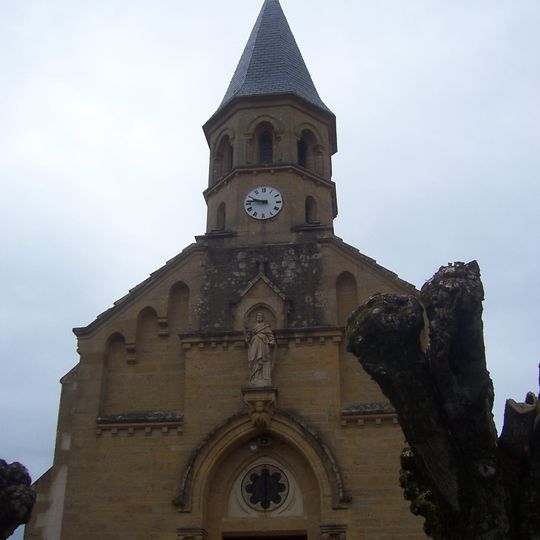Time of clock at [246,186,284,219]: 9:45
